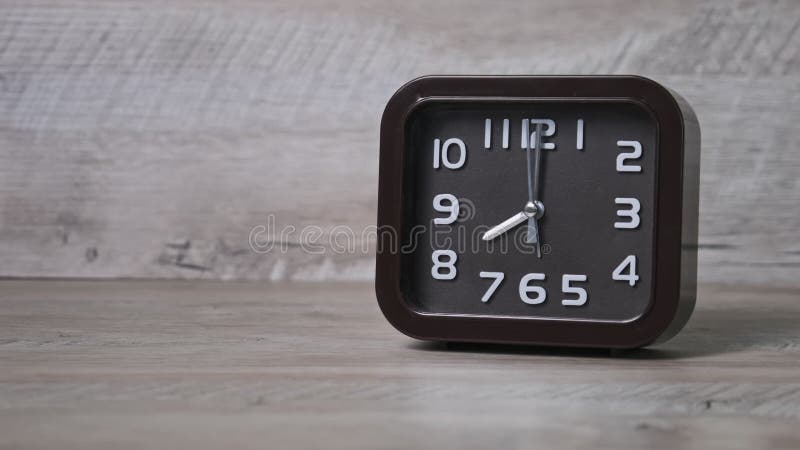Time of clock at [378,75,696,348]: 8:00
